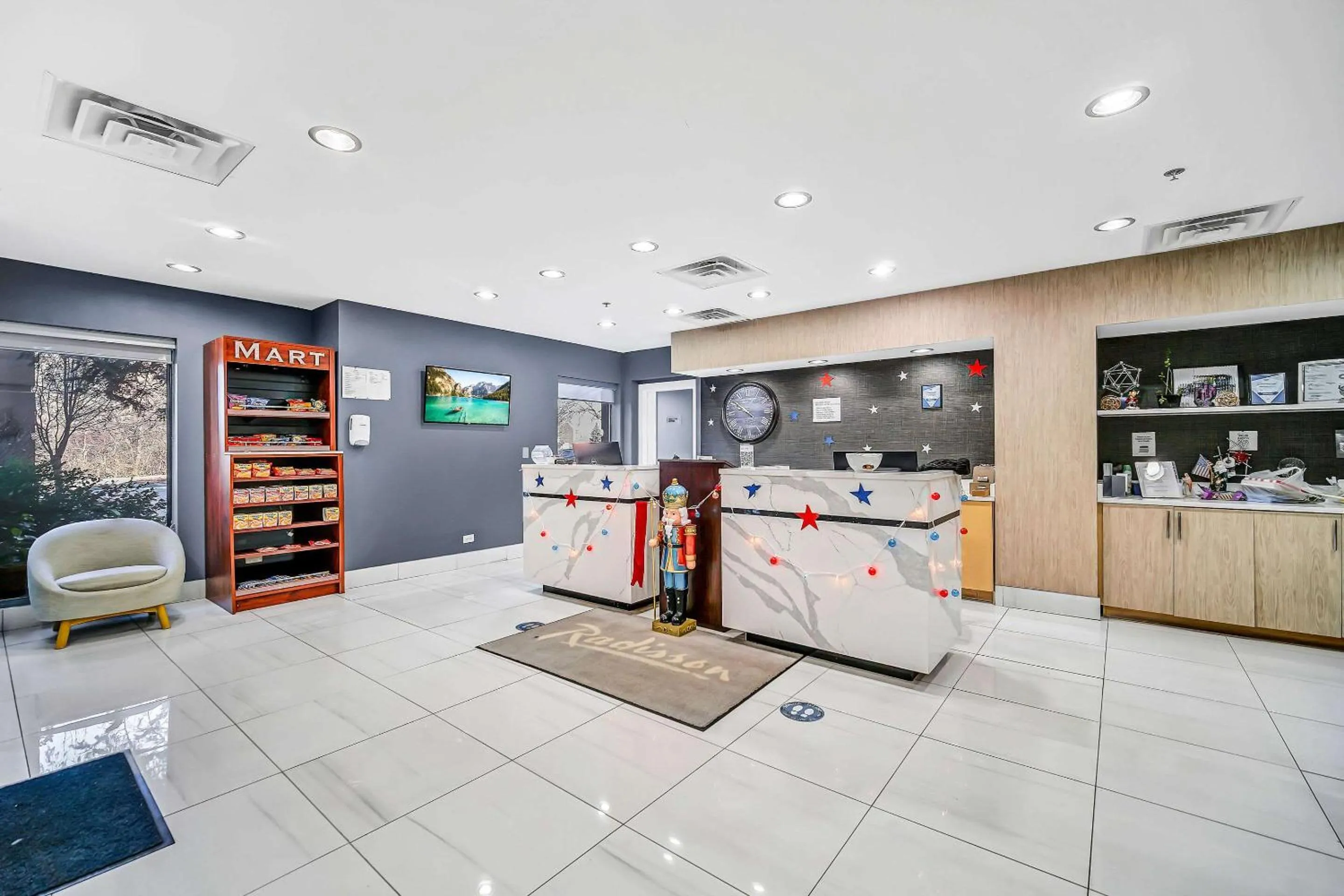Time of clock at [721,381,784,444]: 9:51
